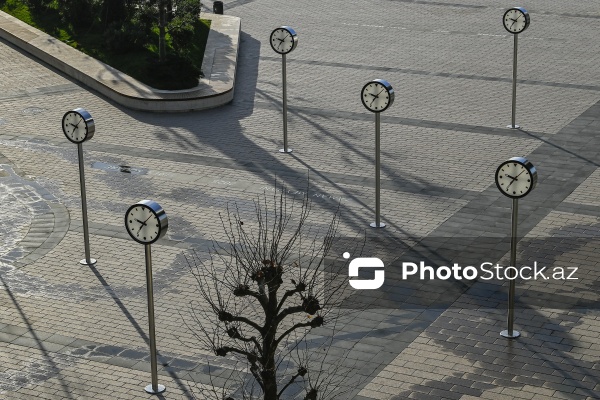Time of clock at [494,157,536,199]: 9:35
